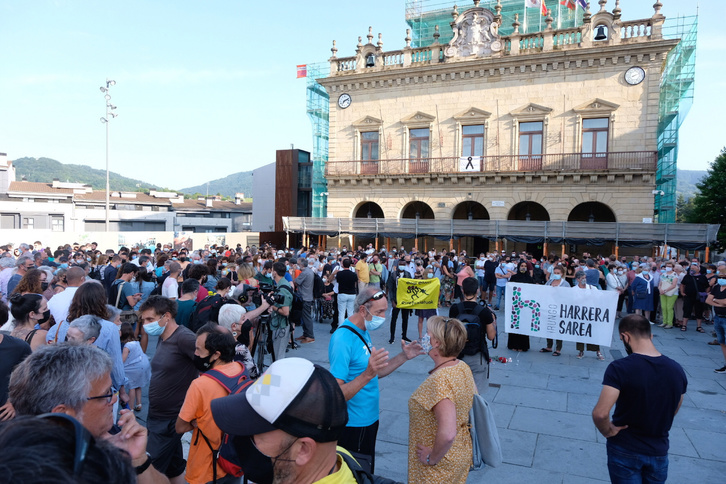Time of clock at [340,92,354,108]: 7:11
